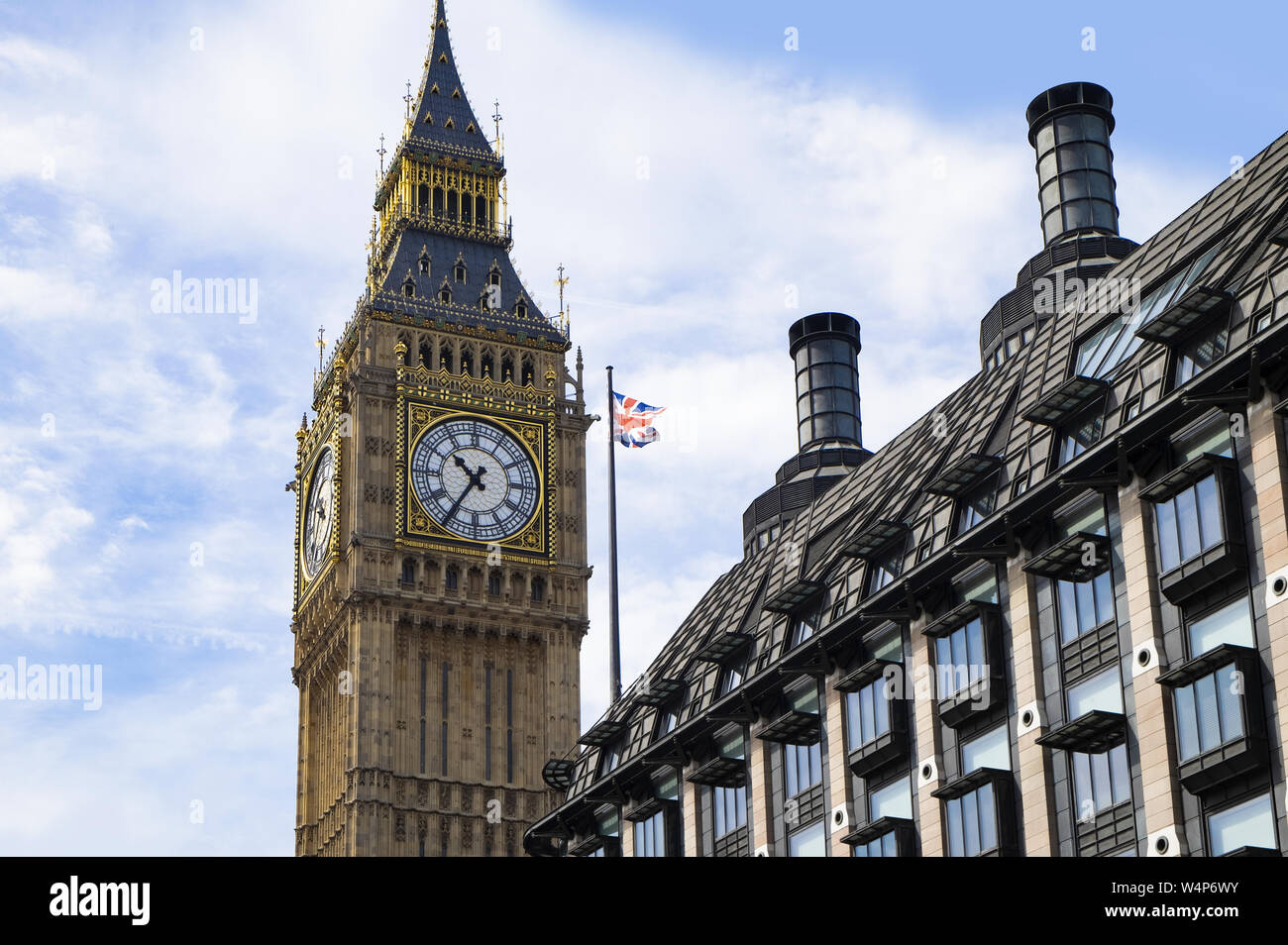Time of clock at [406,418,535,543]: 10:35
